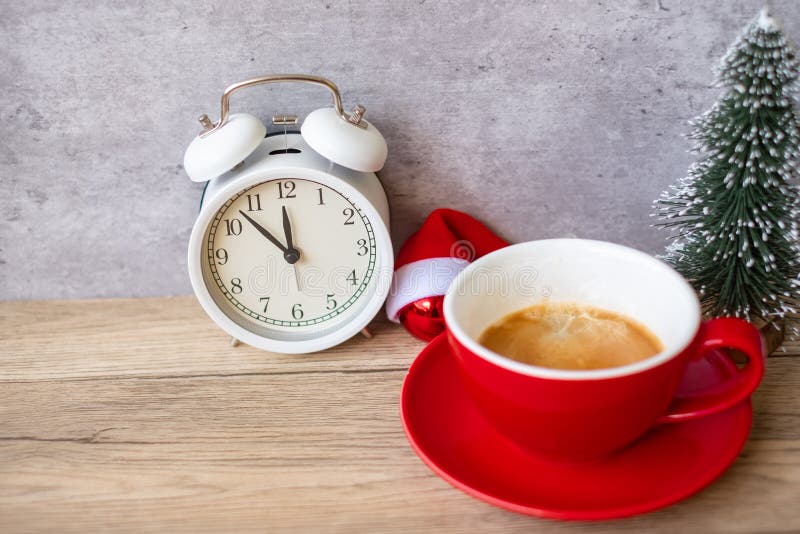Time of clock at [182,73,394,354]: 11:52
